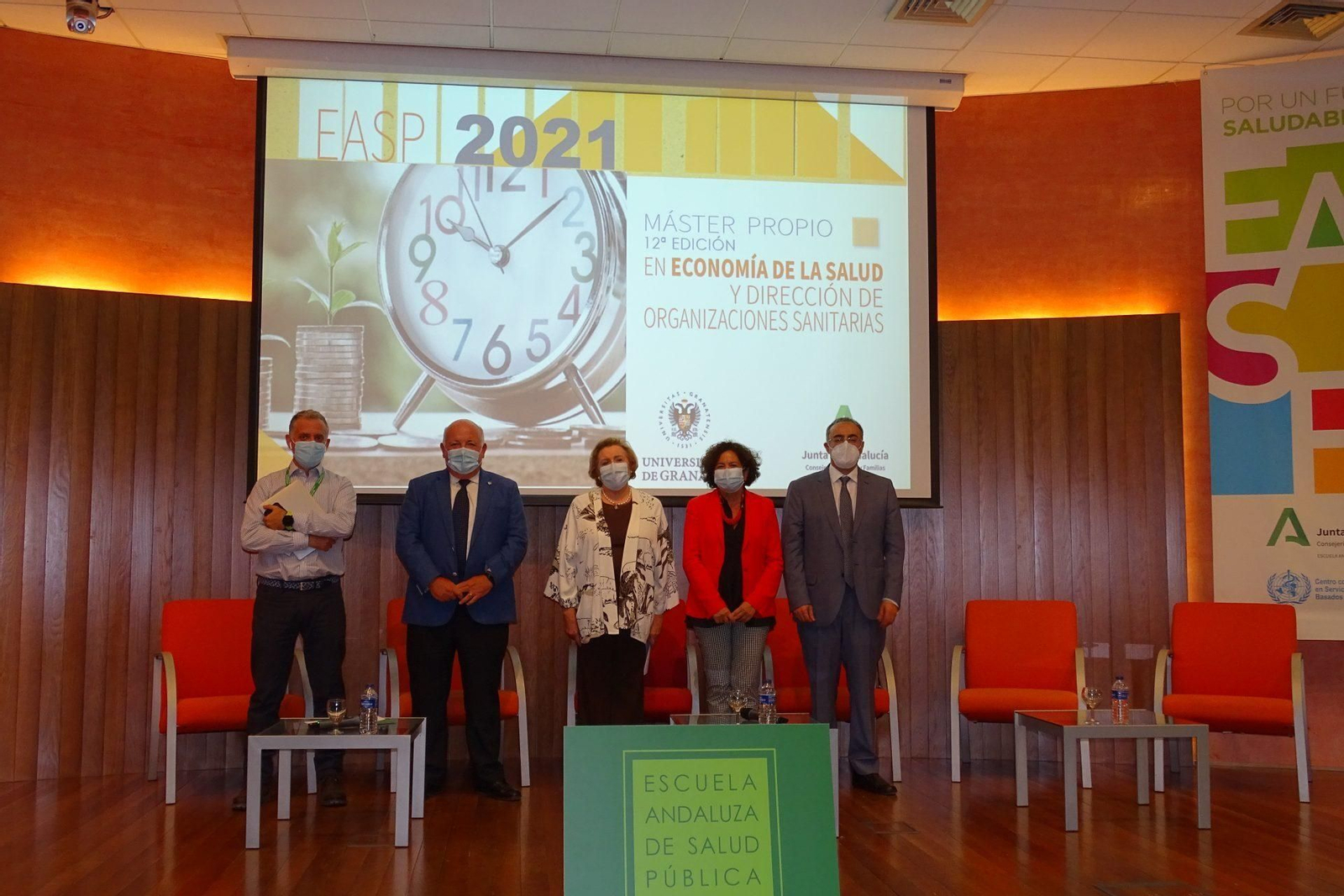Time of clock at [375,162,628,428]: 10:08
